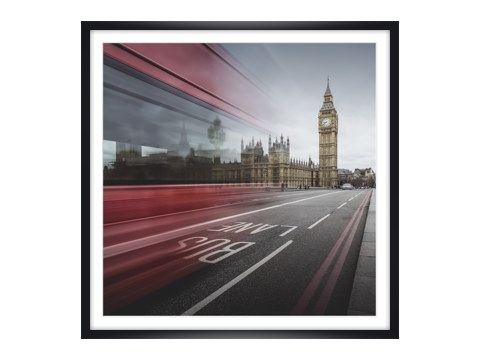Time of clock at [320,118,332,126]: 8:38
